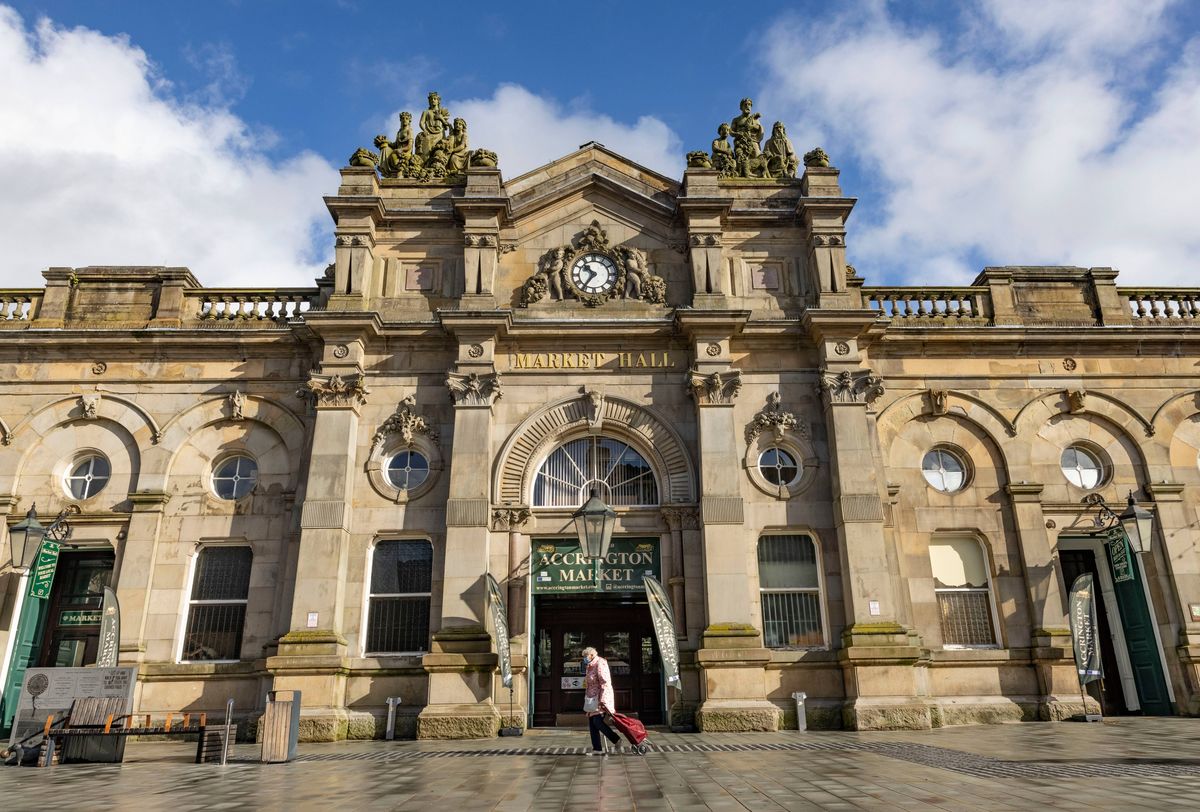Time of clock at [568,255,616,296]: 10:36
